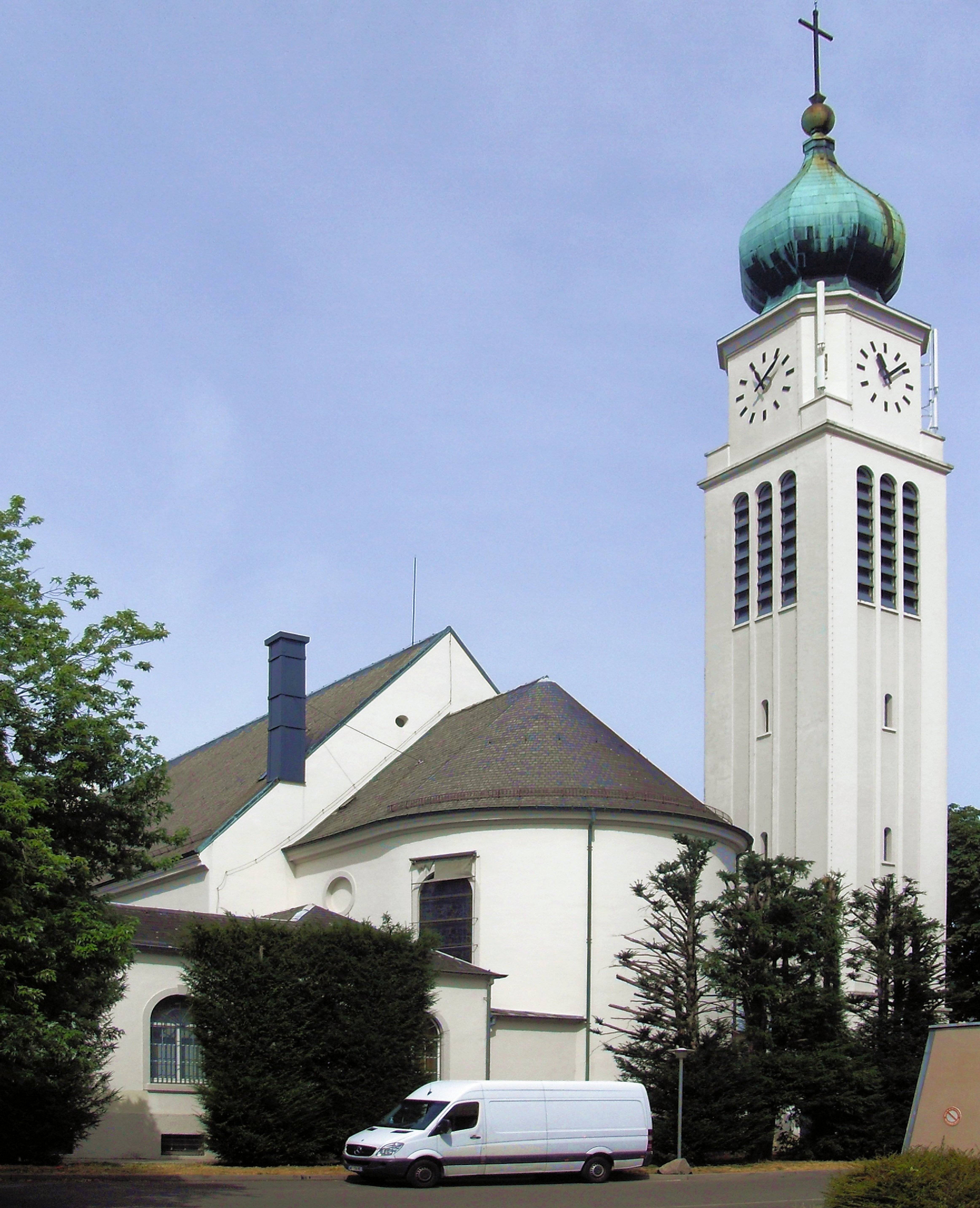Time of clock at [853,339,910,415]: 11:08
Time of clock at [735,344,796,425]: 11:07
